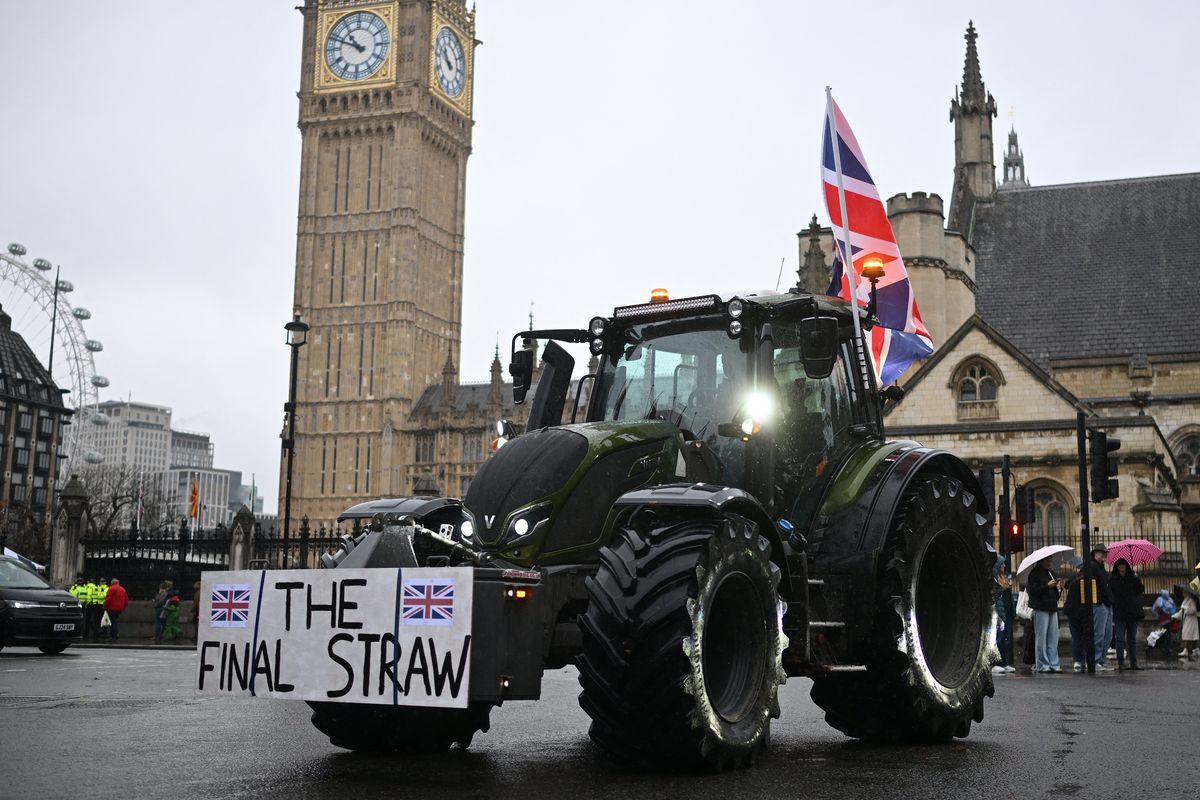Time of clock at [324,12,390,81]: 10:48
